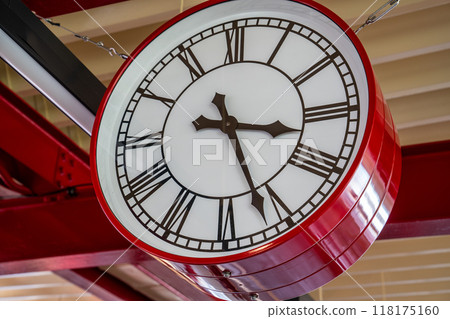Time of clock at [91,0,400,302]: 3:26
